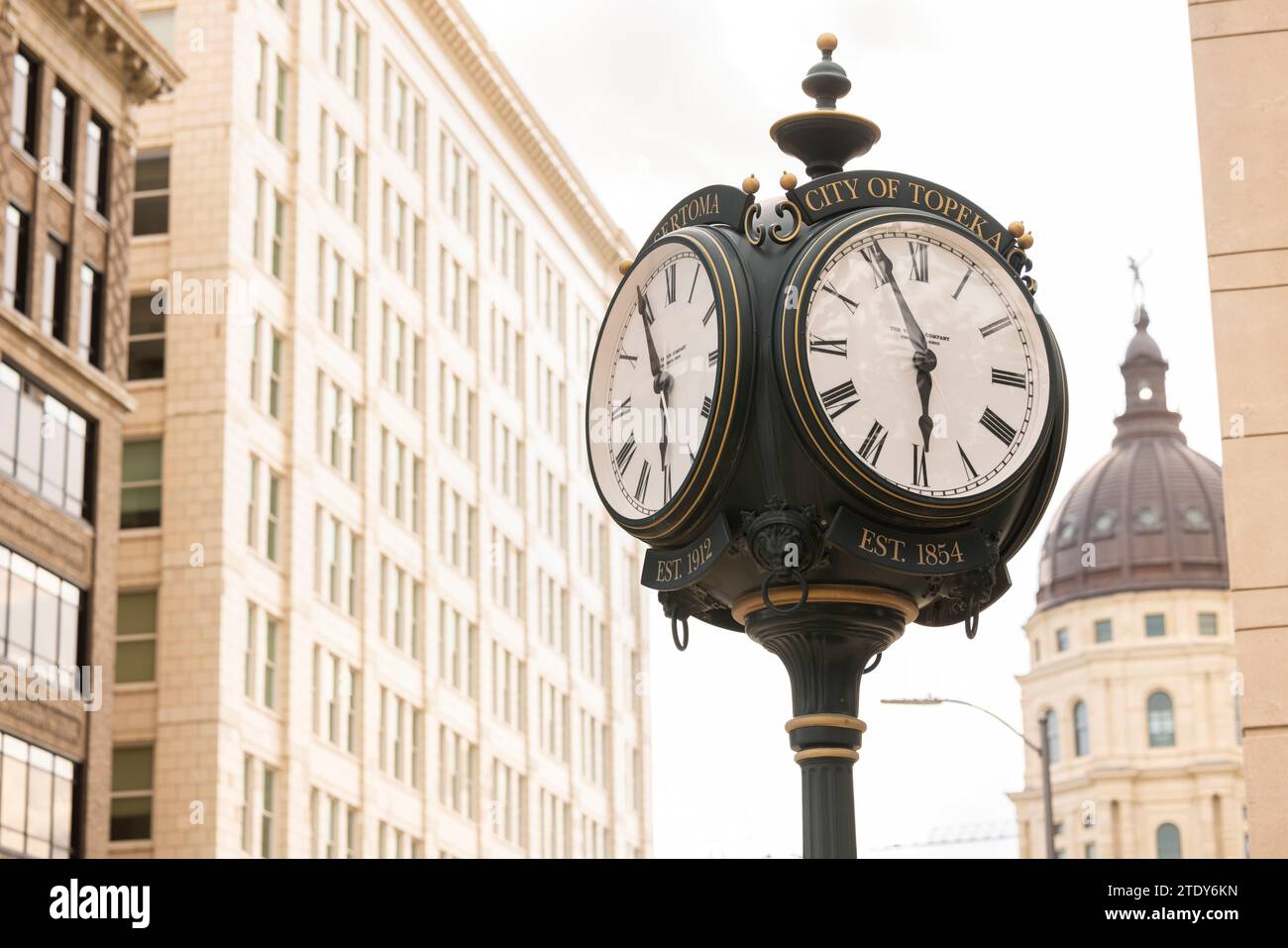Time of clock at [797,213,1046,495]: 5:55
